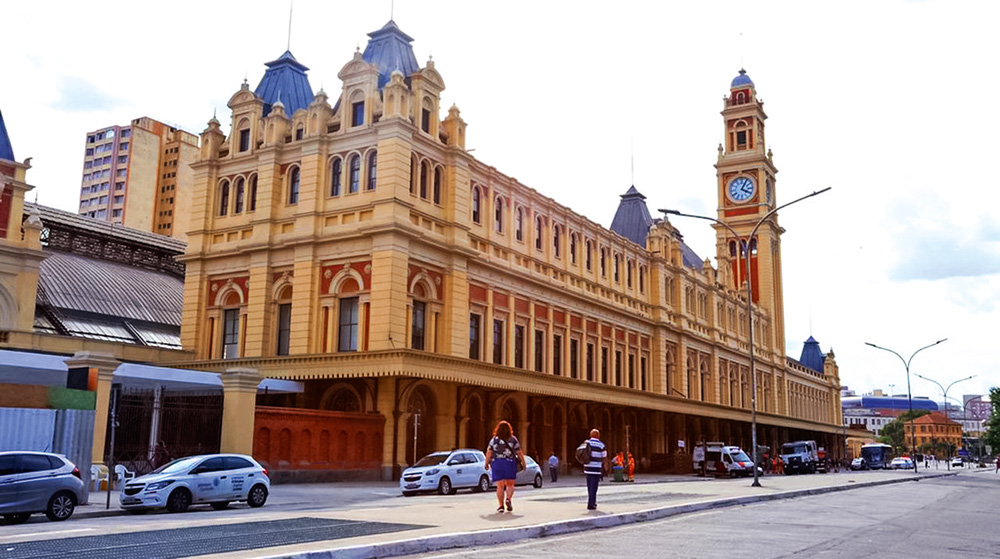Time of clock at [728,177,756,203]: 4:04
